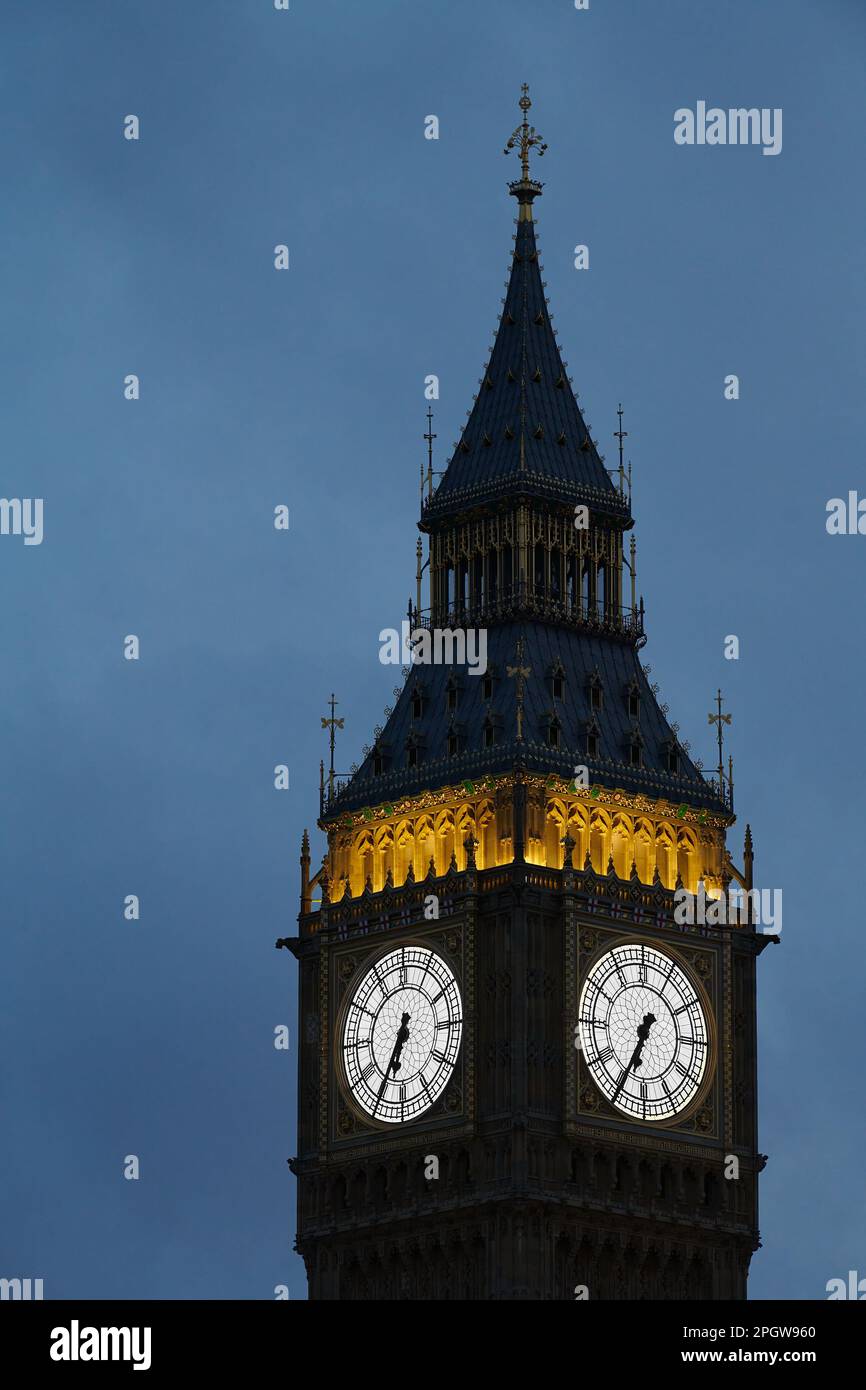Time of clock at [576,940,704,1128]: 6:34
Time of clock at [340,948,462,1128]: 6:34
